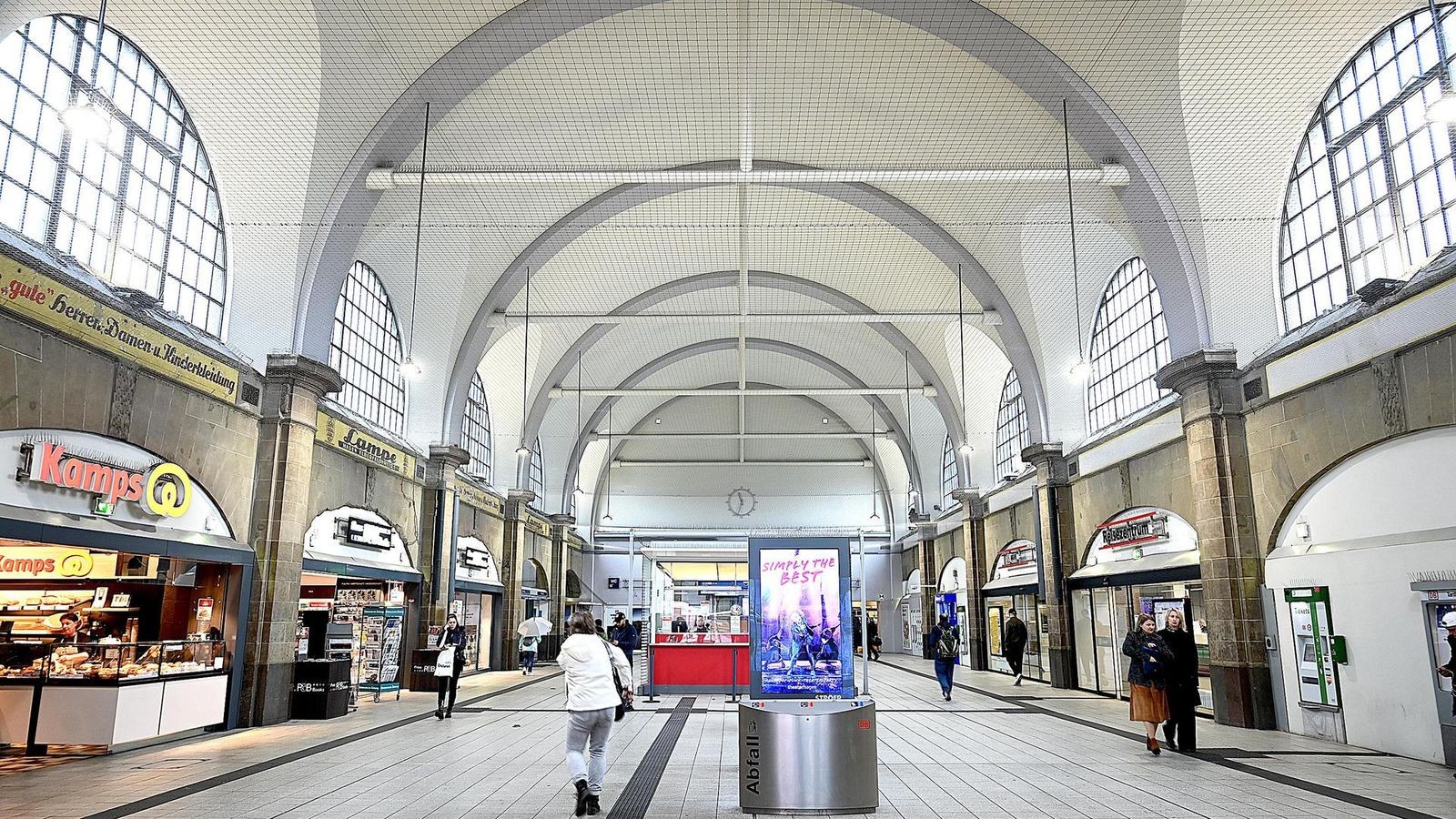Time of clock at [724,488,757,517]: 11:32
